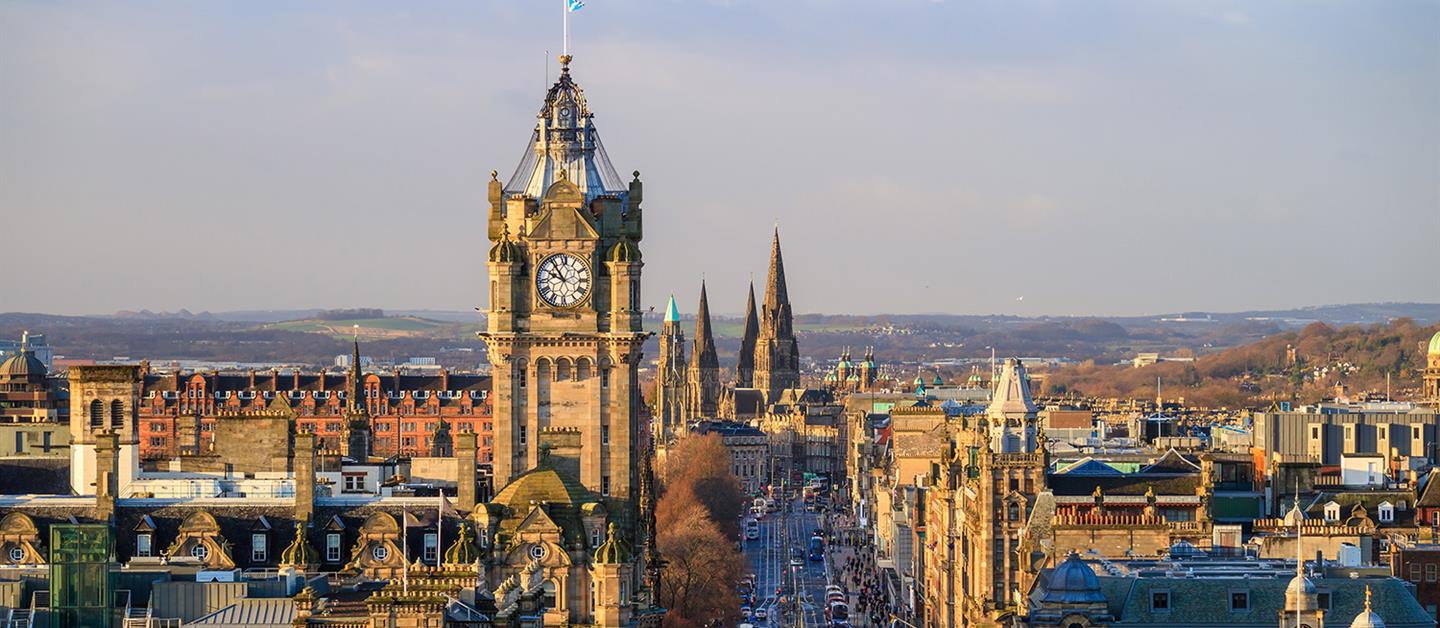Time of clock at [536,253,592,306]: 9:54
